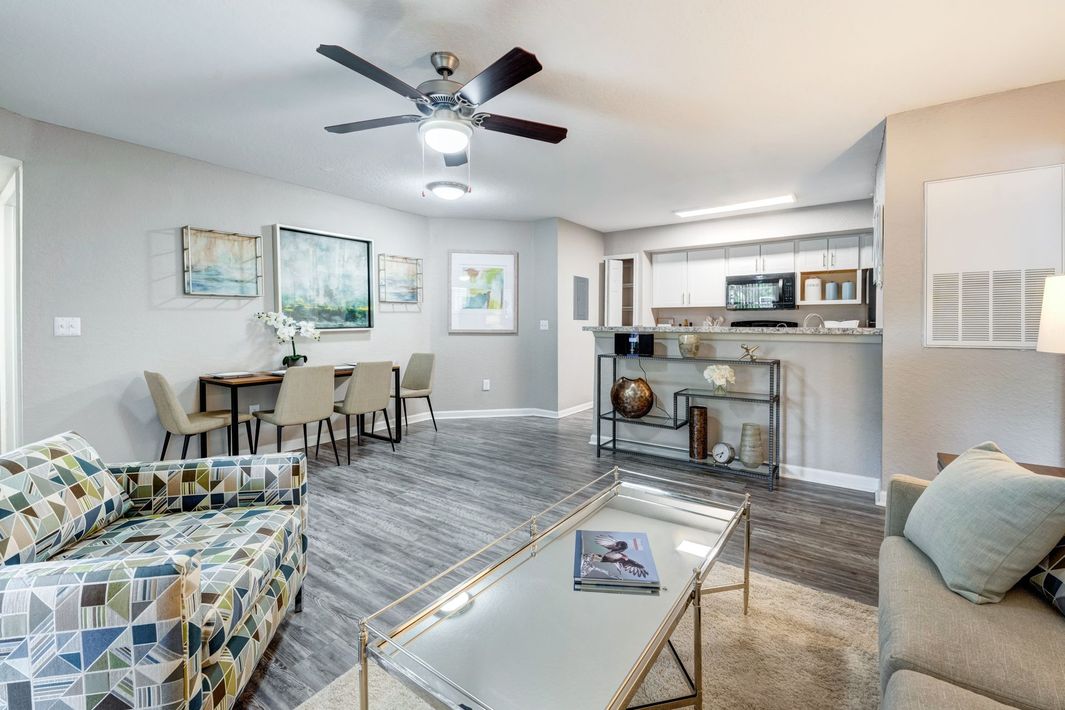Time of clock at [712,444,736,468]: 6:41
